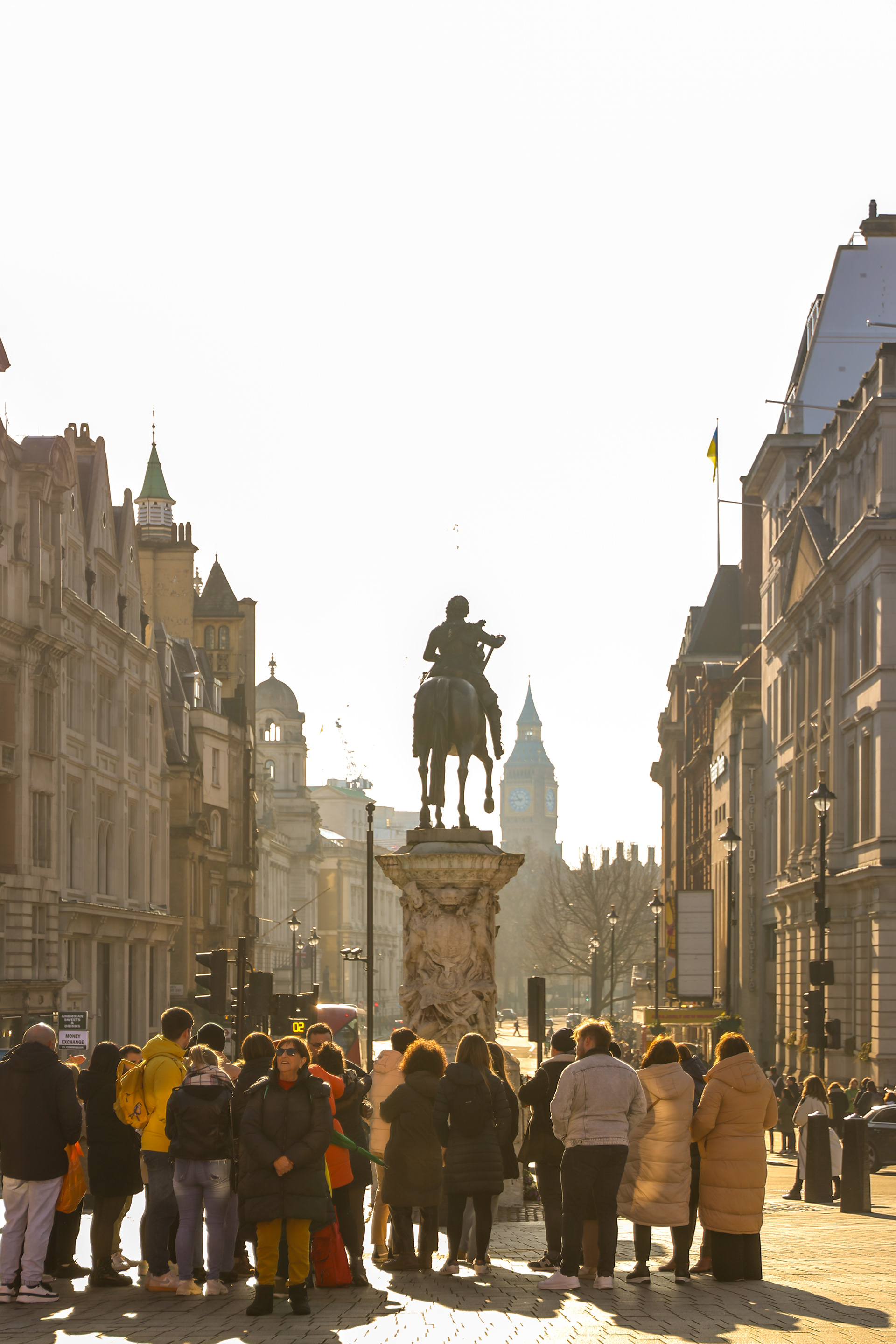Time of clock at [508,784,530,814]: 10:43
